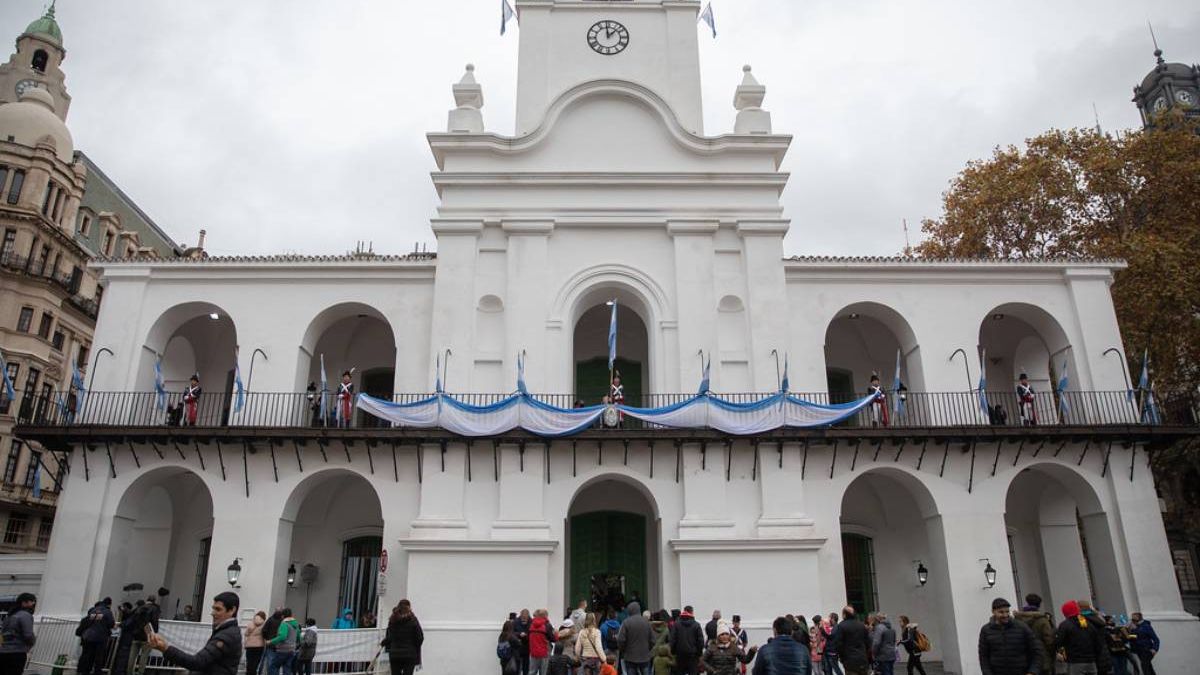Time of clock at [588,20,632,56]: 12:07
